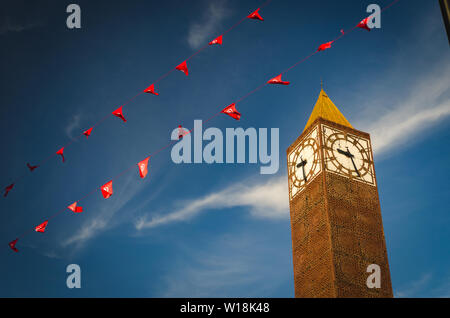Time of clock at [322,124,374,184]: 9:26
